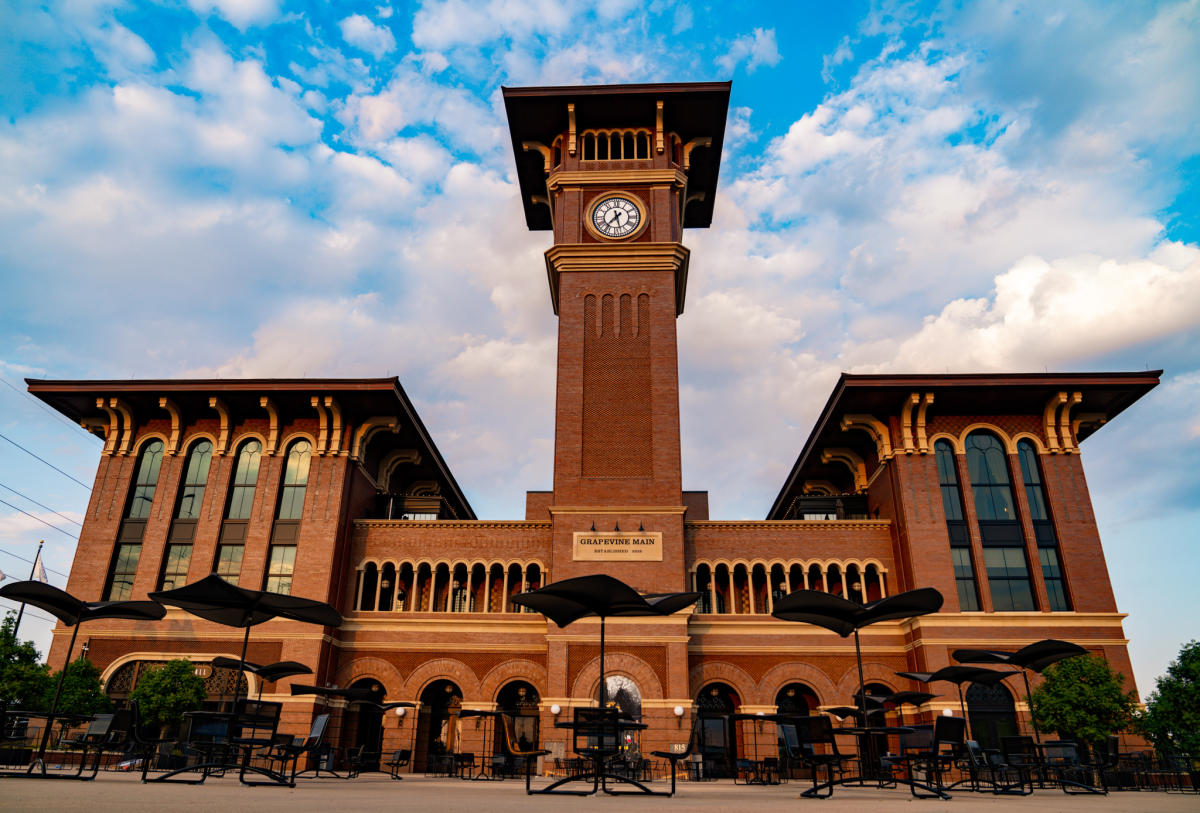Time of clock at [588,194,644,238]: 11:36
